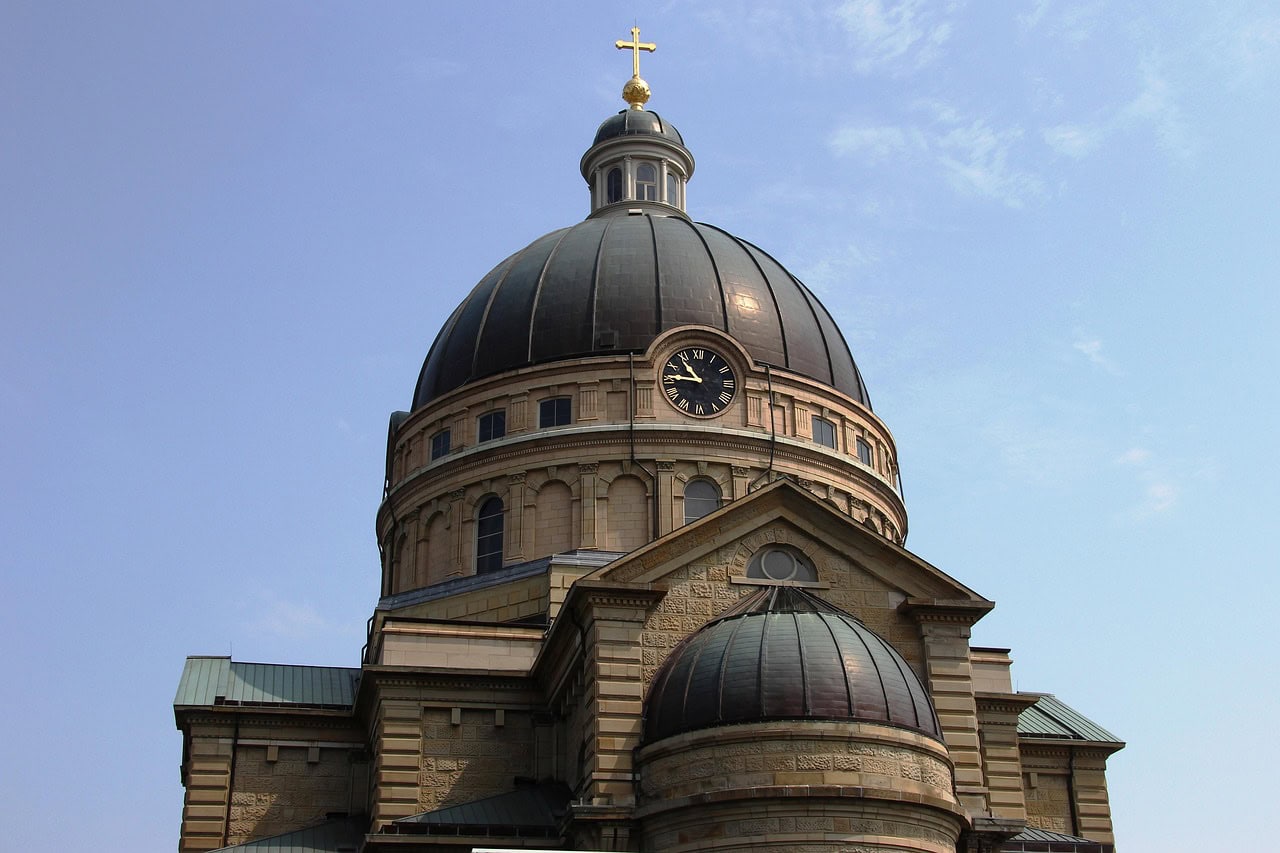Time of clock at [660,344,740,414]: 10:45
